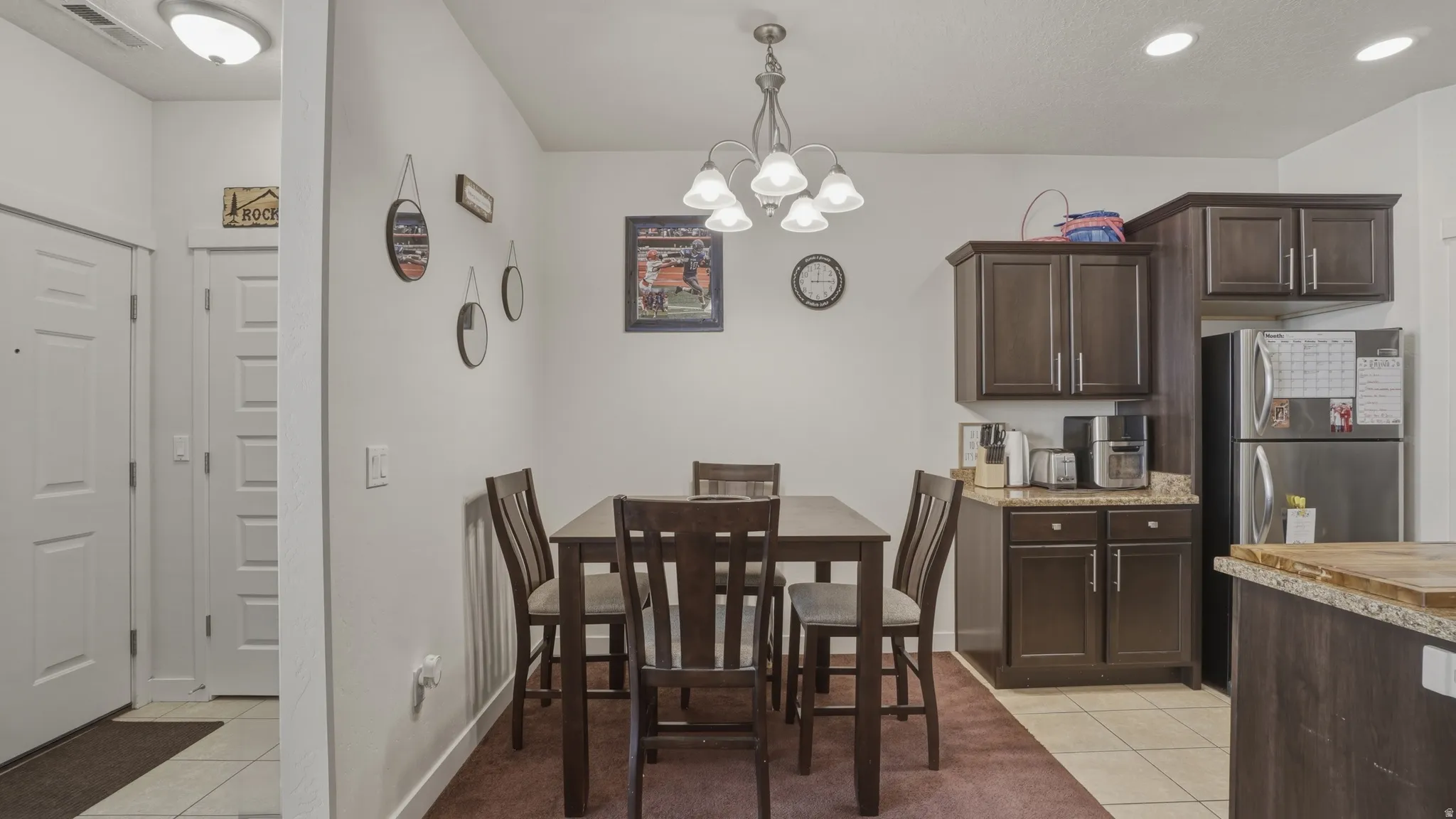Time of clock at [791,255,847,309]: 12:15
